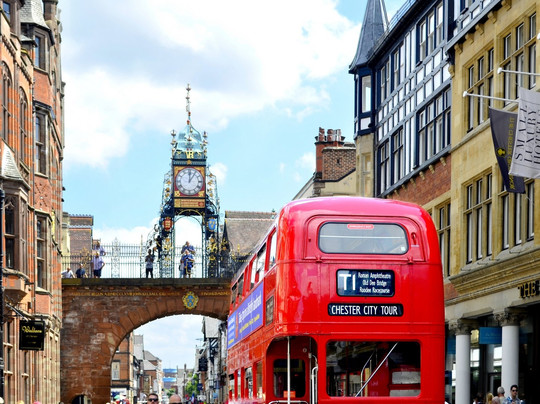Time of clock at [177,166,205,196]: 12:05
